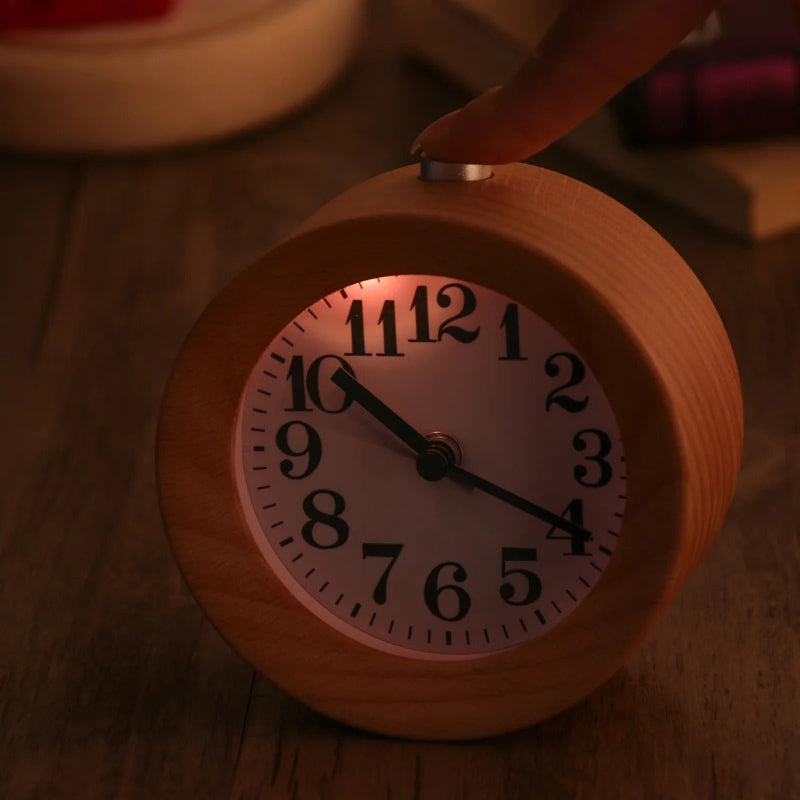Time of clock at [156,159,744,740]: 10:19
